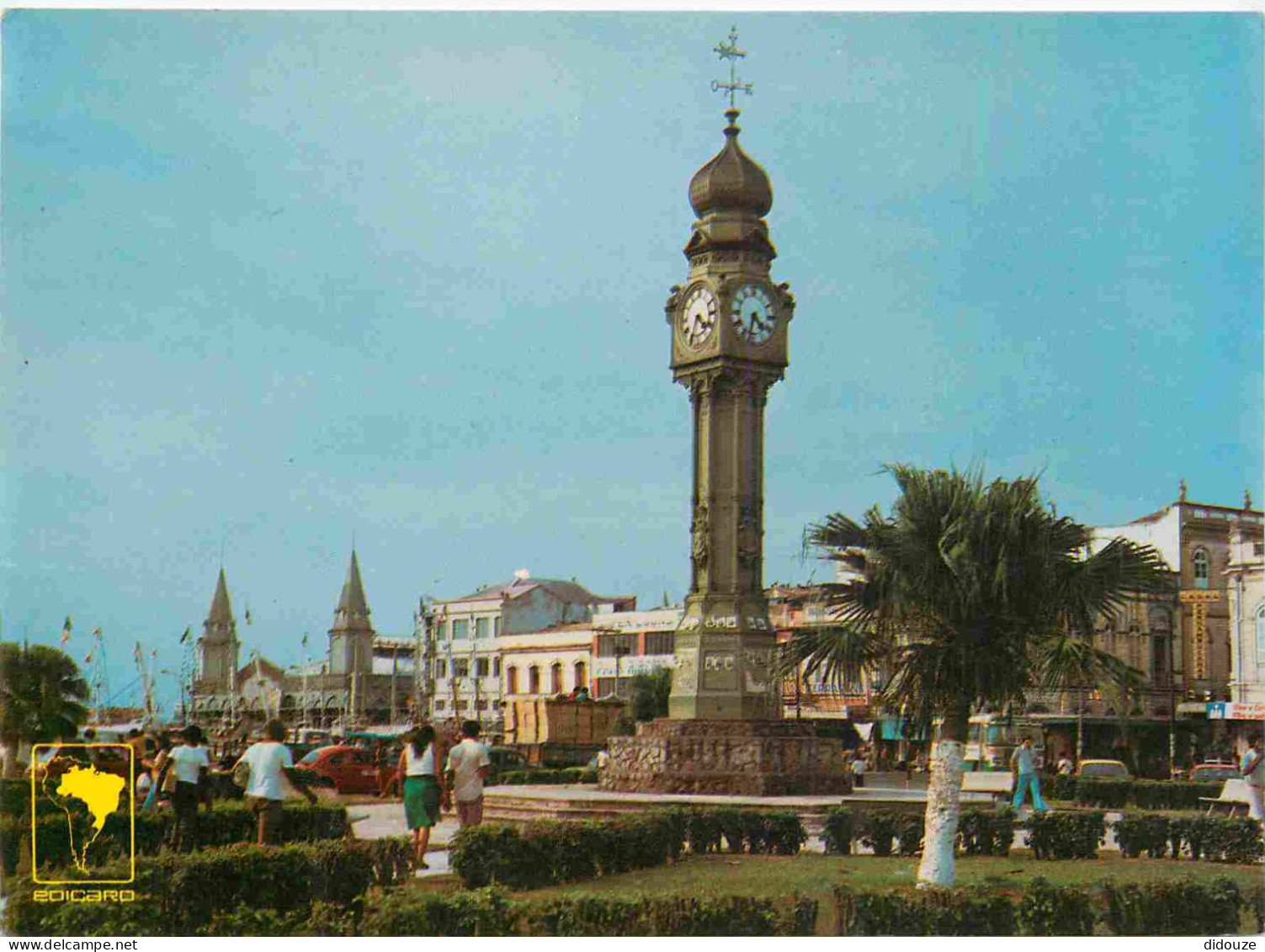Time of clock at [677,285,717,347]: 4:34
